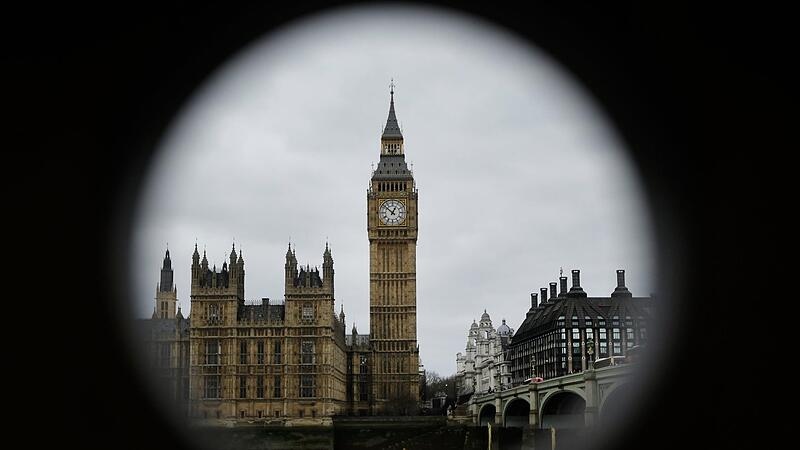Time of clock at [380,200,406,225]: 12:52
